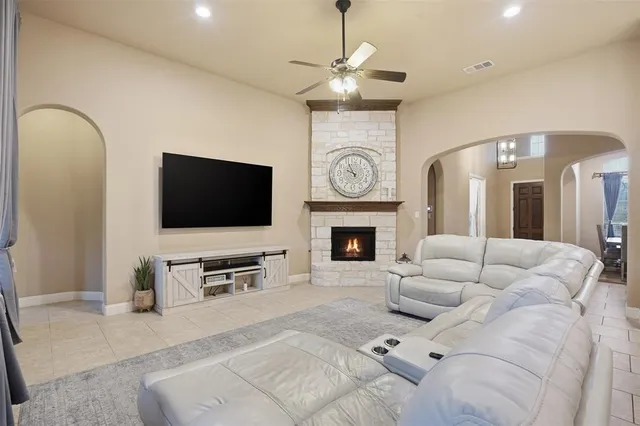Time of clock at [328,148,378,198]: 9:55
